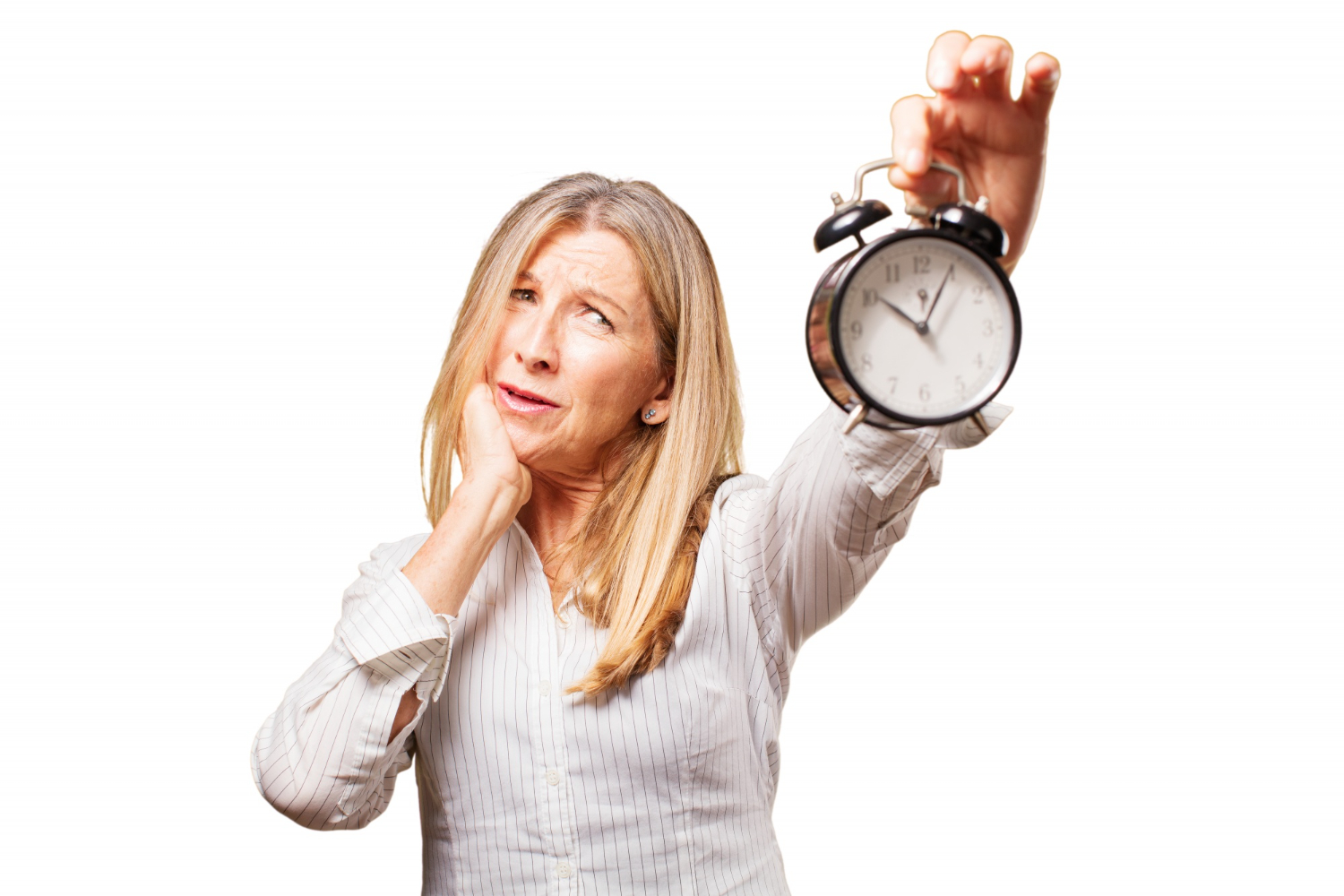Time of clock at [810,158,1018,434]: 10:04
